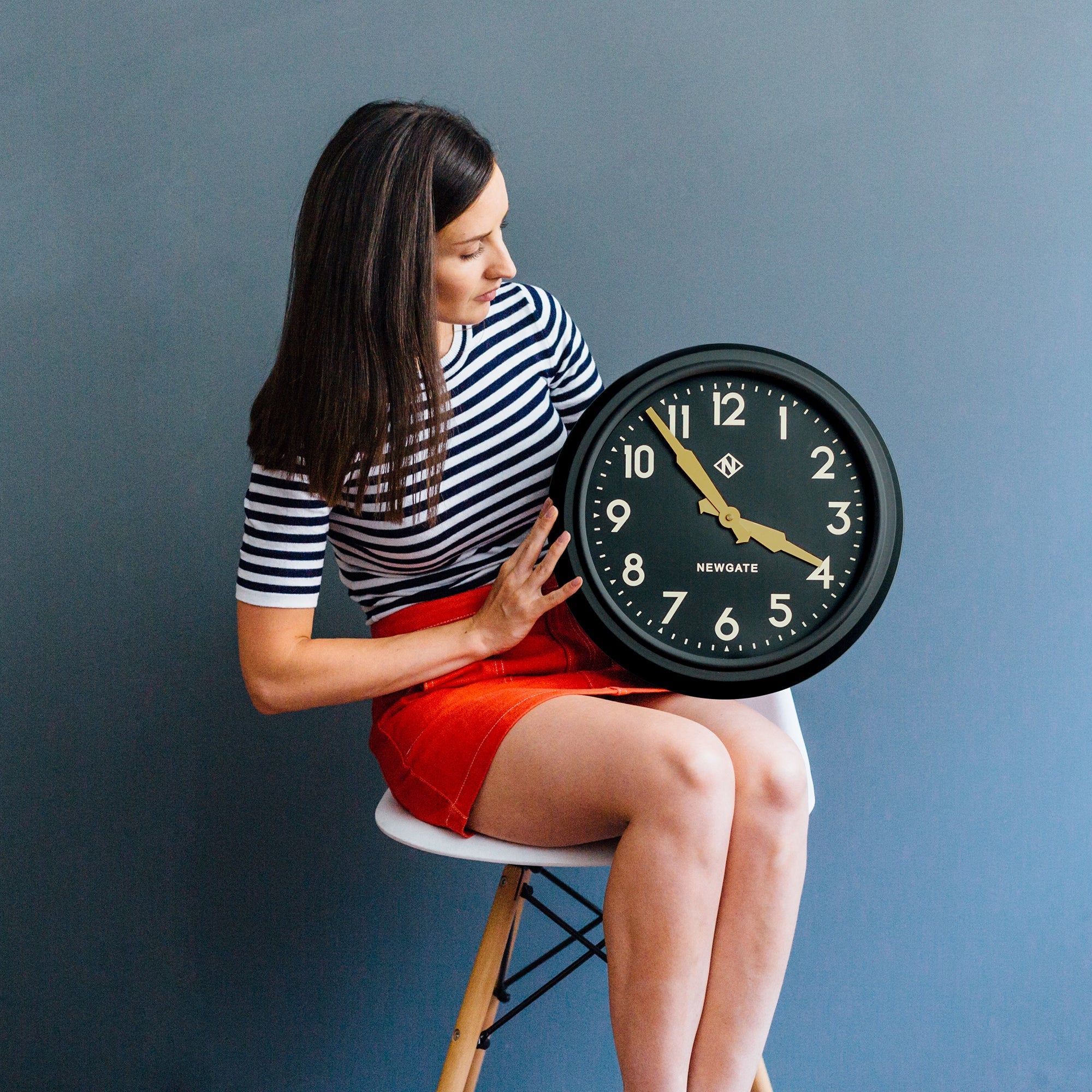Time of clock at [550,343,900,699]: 3:53
